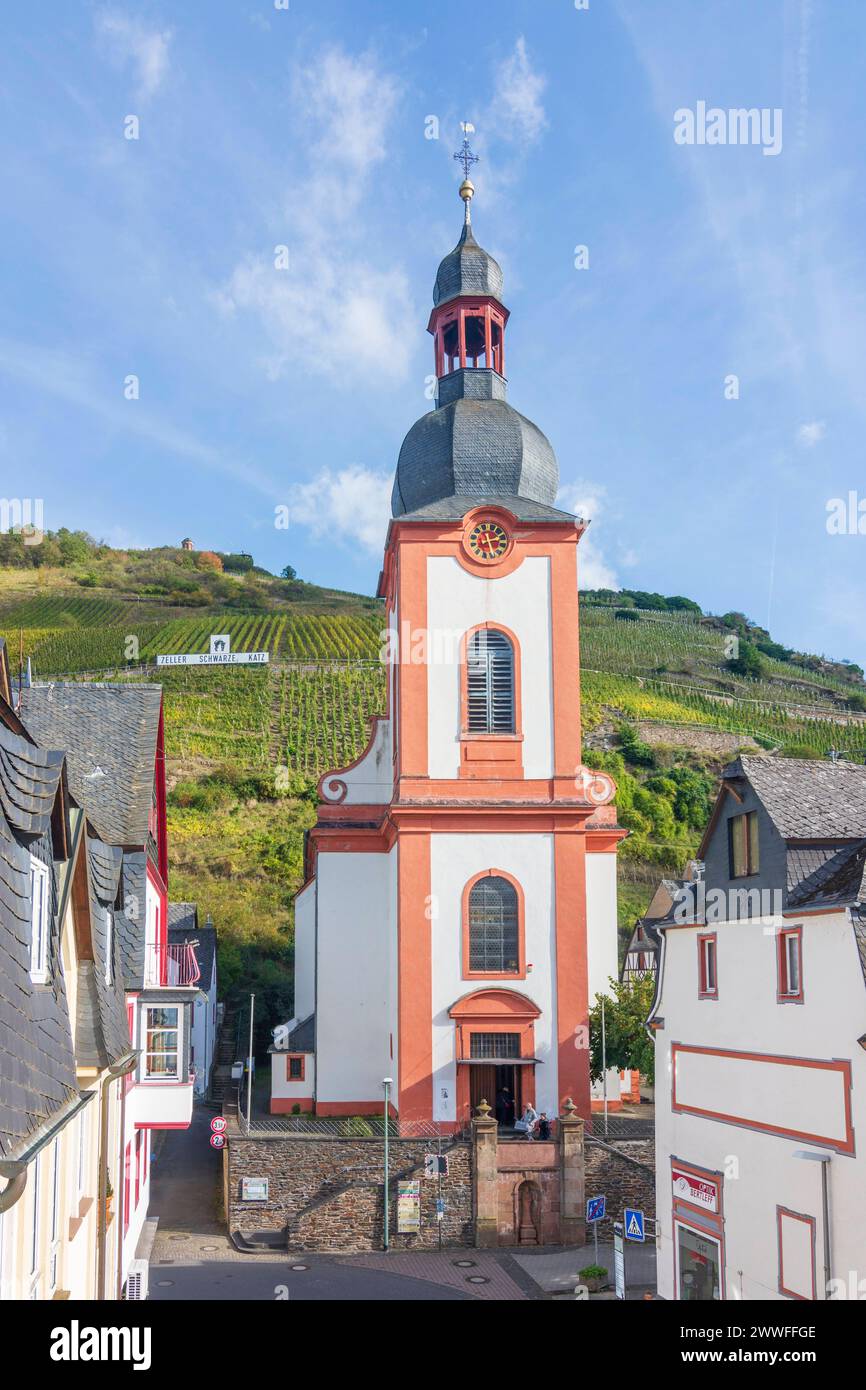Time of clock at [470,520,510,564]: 2:26
